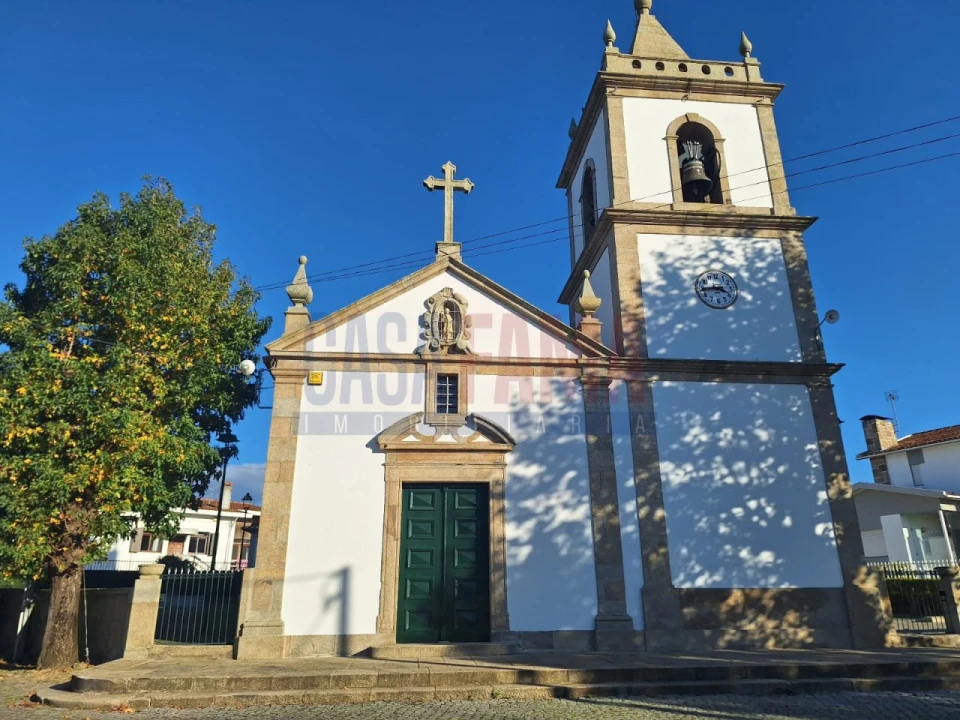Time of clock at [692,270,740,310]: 3:43
